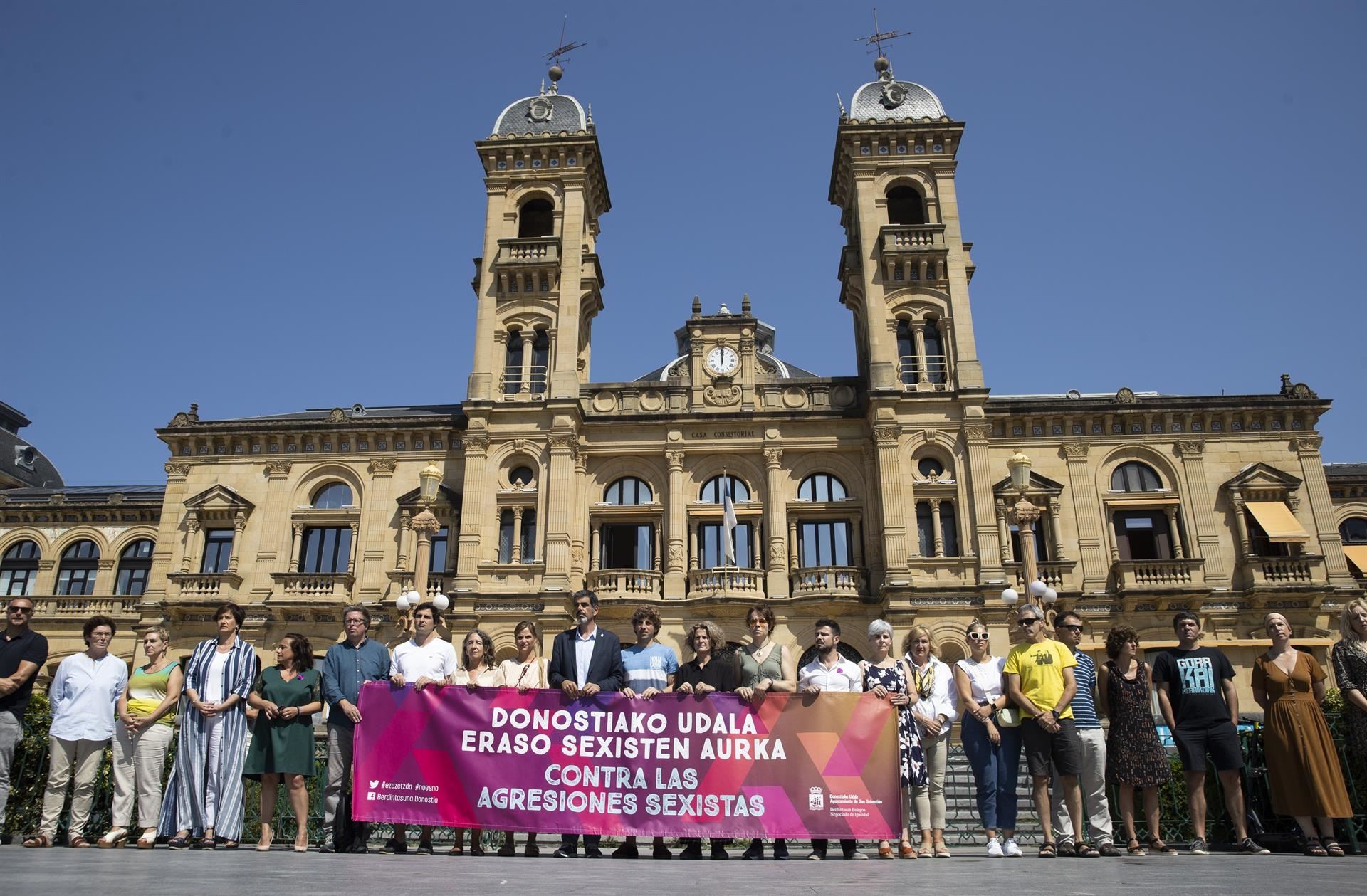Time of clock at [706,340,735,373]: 11:59
